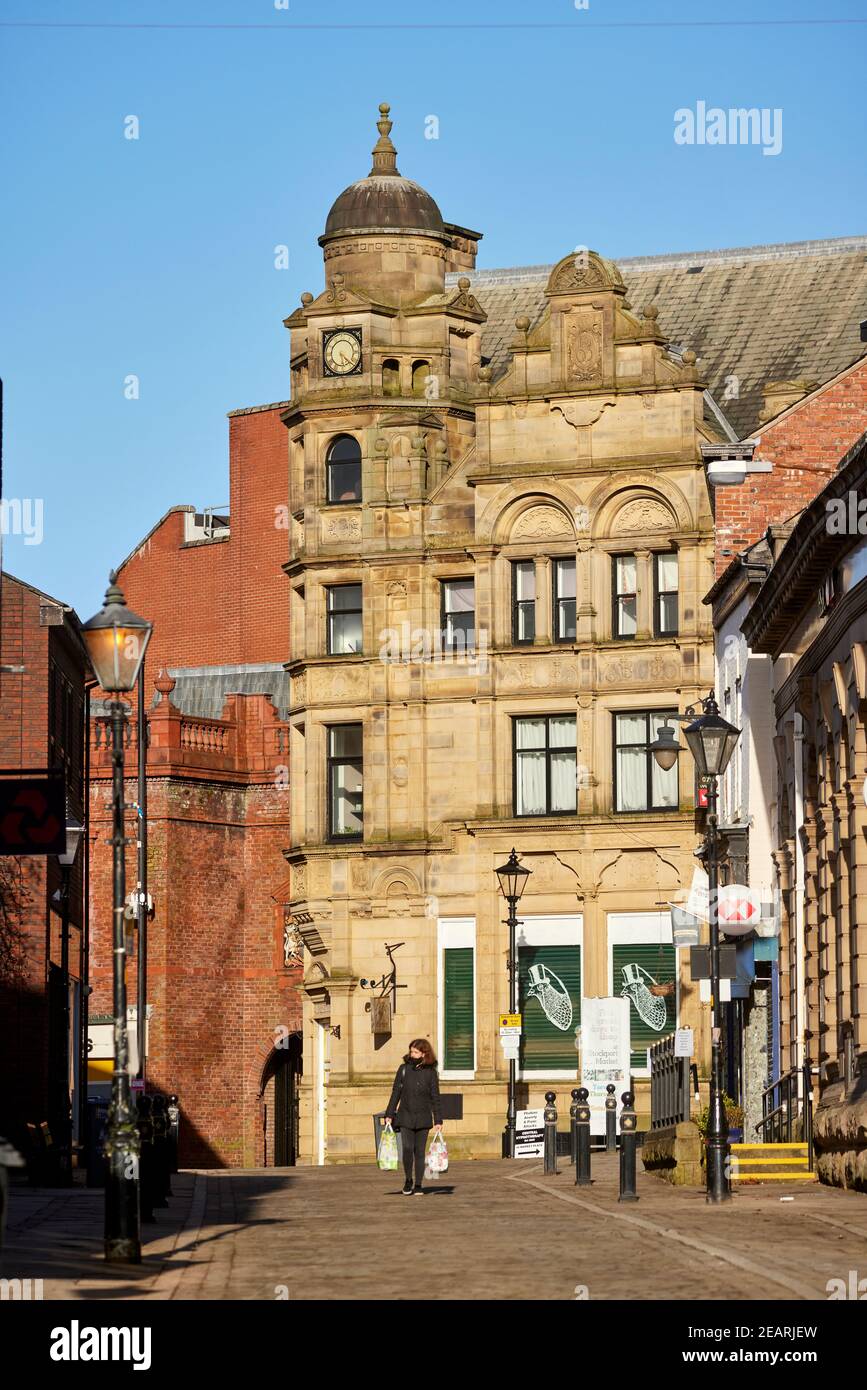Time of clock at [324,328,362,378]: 5:21
